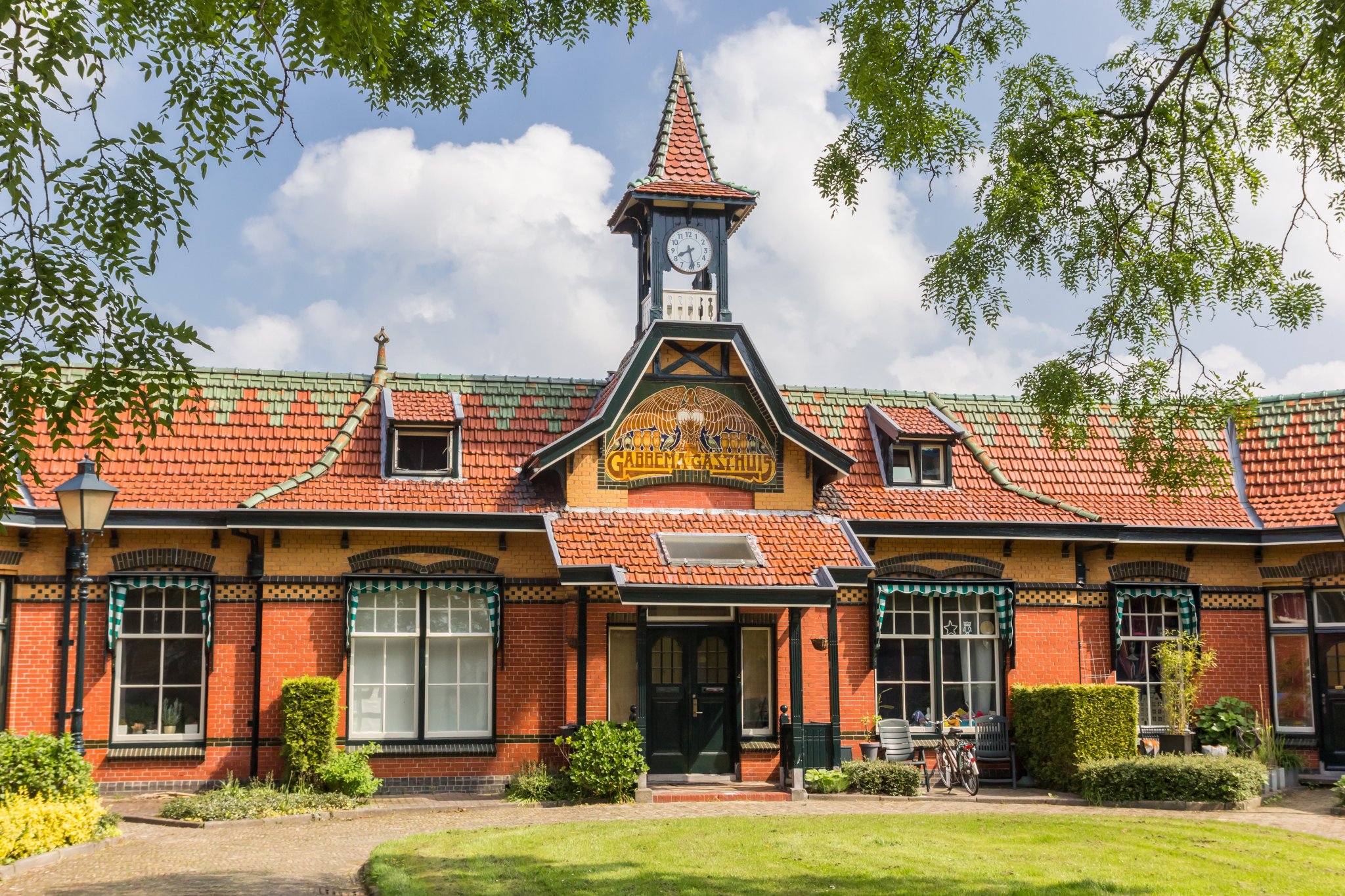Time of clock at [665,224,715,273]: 8:28
